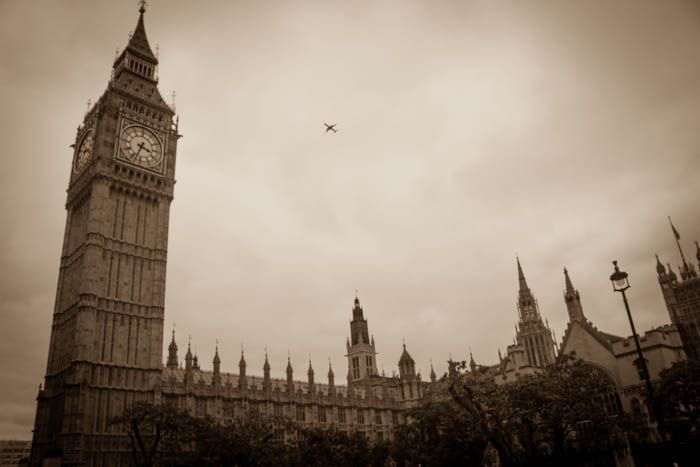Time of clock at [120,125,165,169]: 3:33
